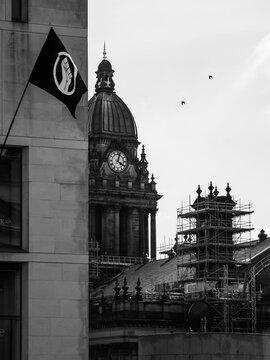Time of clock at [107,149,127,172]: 4:02
